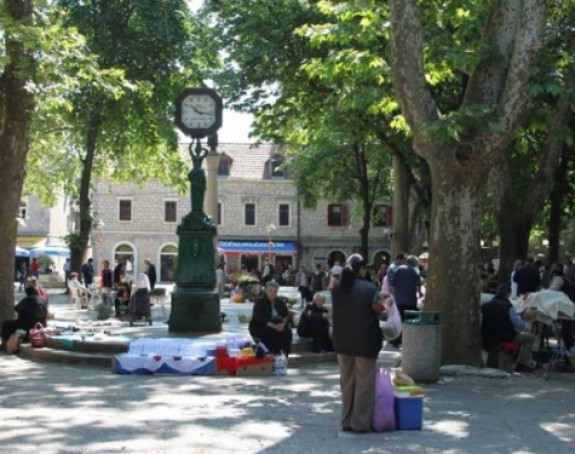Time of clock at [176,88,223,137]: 10:17
